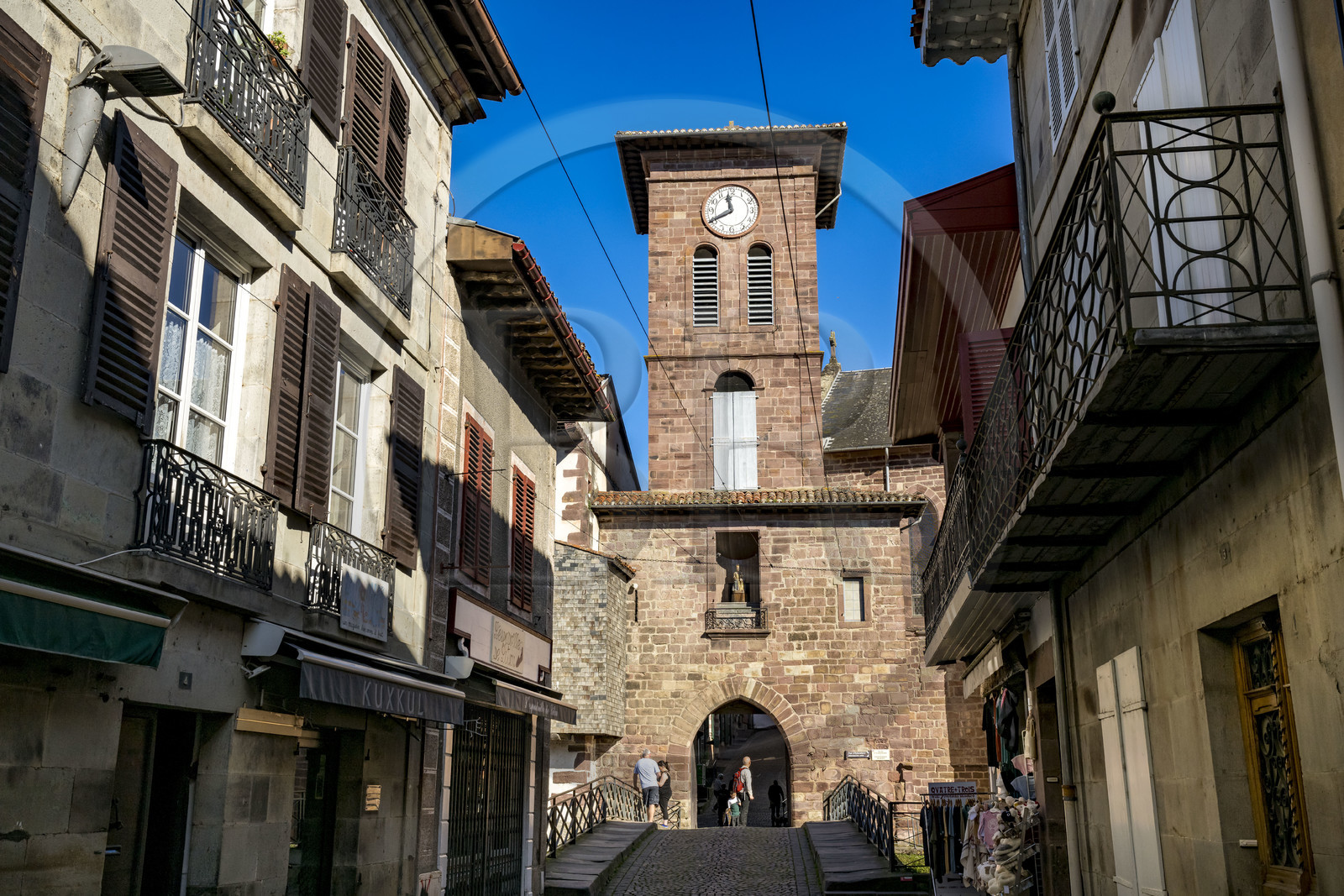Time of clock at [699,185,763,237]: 11:40
